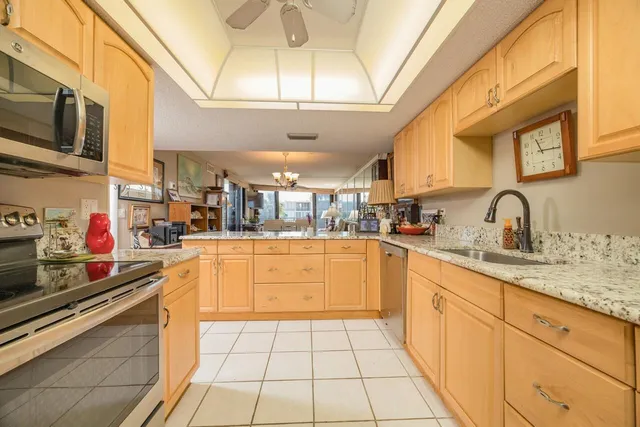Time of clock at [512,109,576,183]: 11:16
